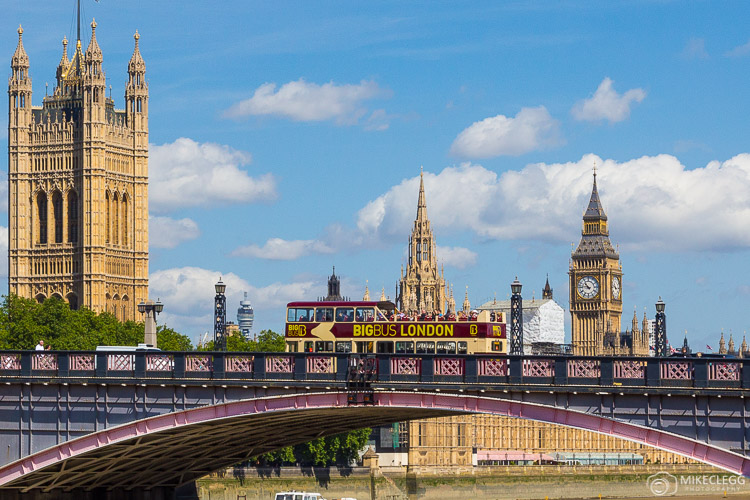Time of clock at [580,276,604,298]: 10:45
